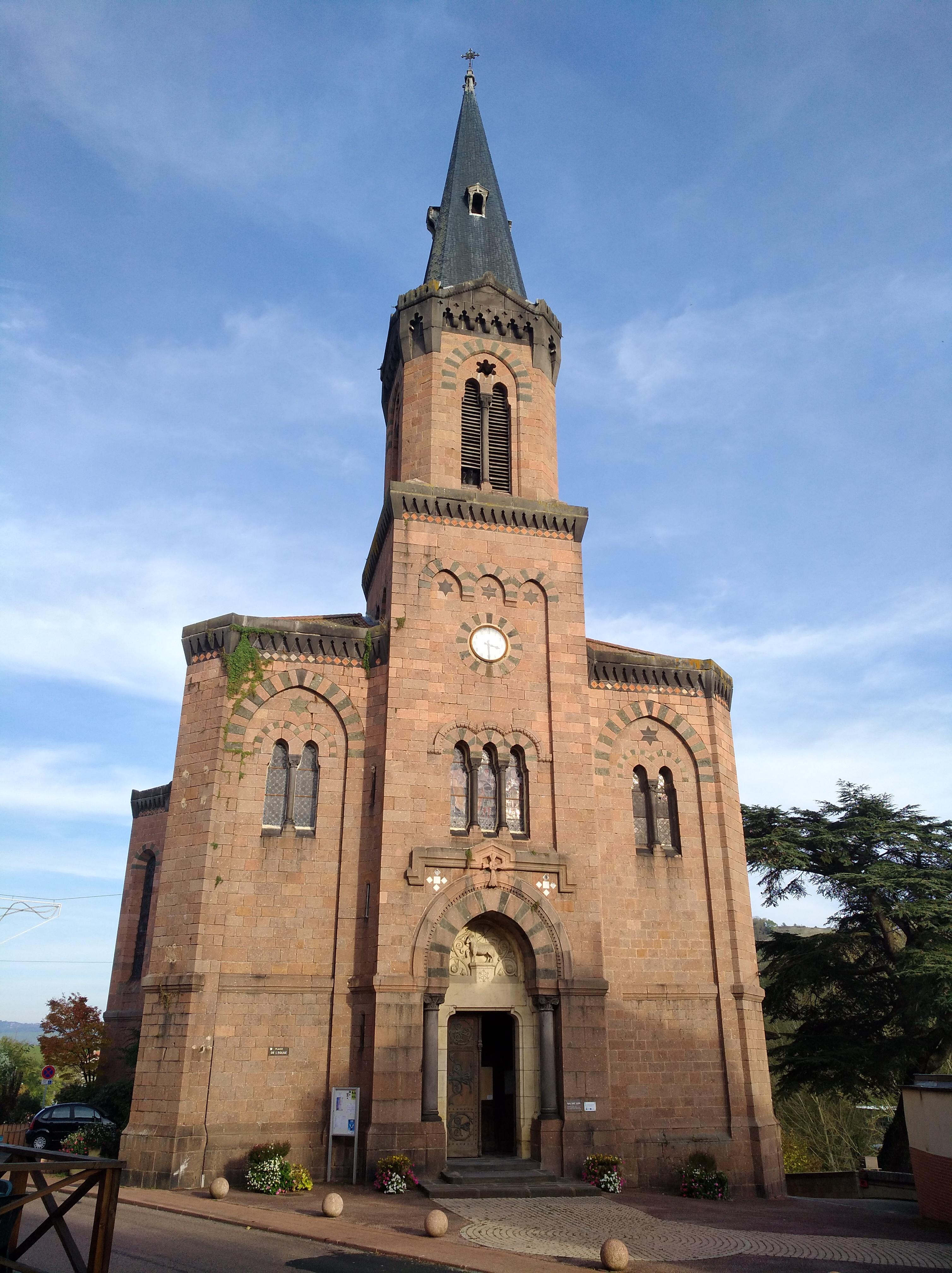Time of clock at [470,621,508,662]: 3:29
